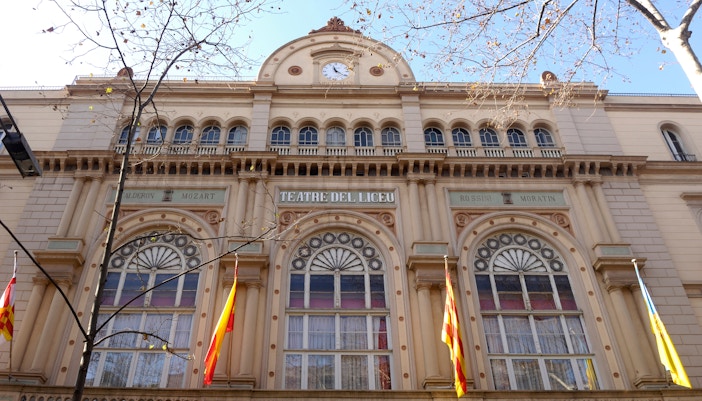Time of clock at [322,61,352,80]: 11:21
